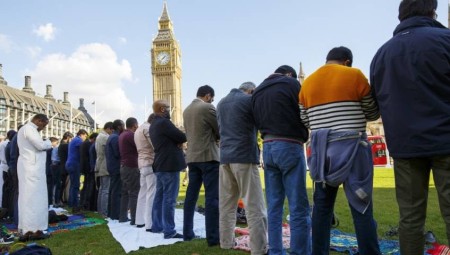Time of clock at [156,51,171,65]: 1:37
